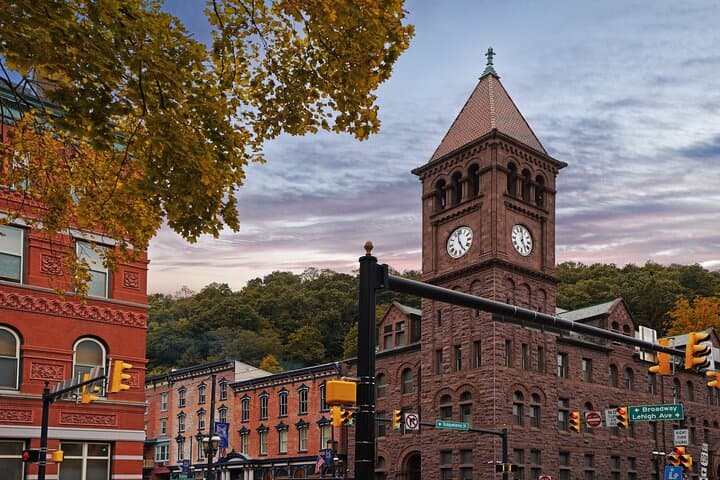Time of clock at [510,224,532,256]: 5:00
